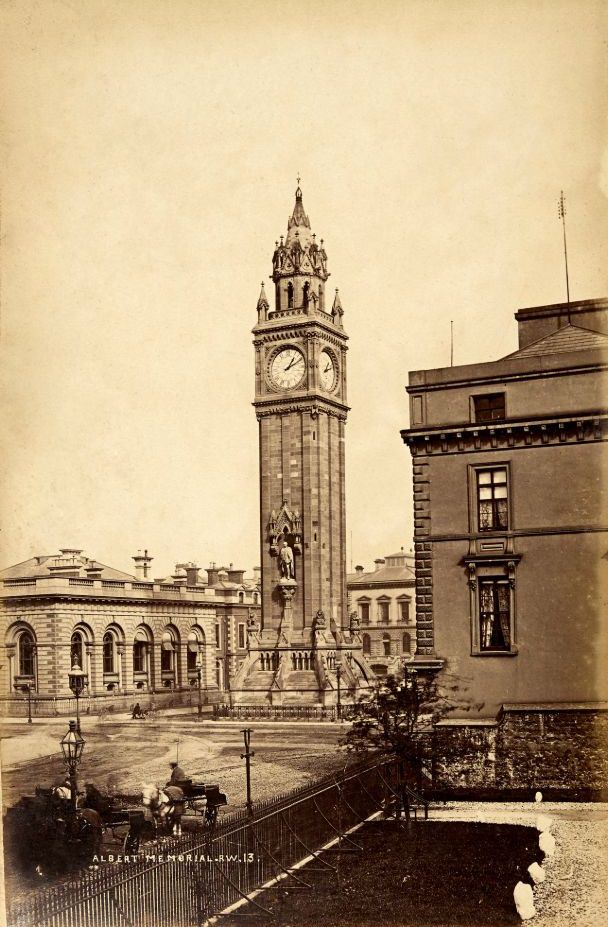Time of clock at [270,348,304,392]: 1:10
